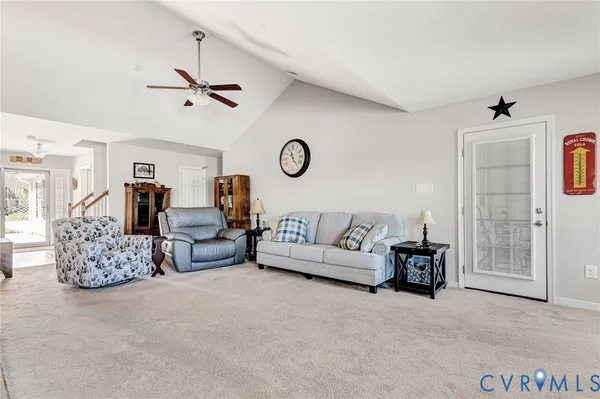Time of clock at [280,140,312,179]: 11:24
